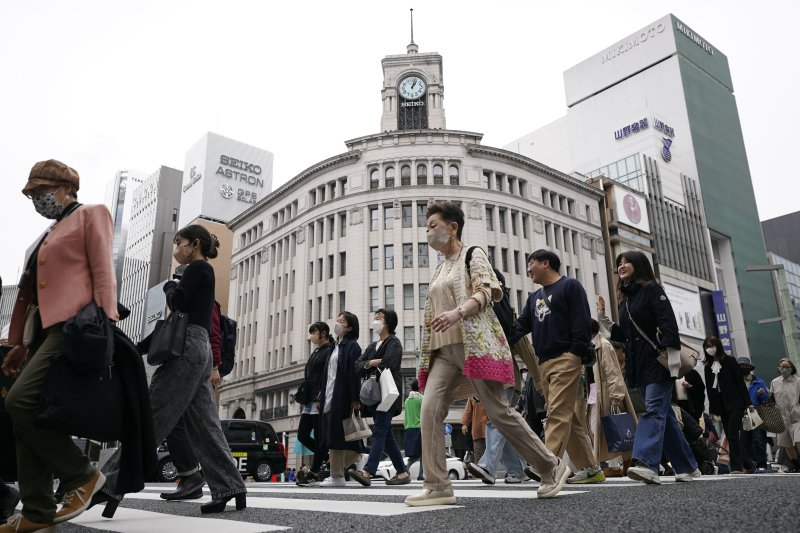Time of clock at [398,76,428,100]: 1:02
